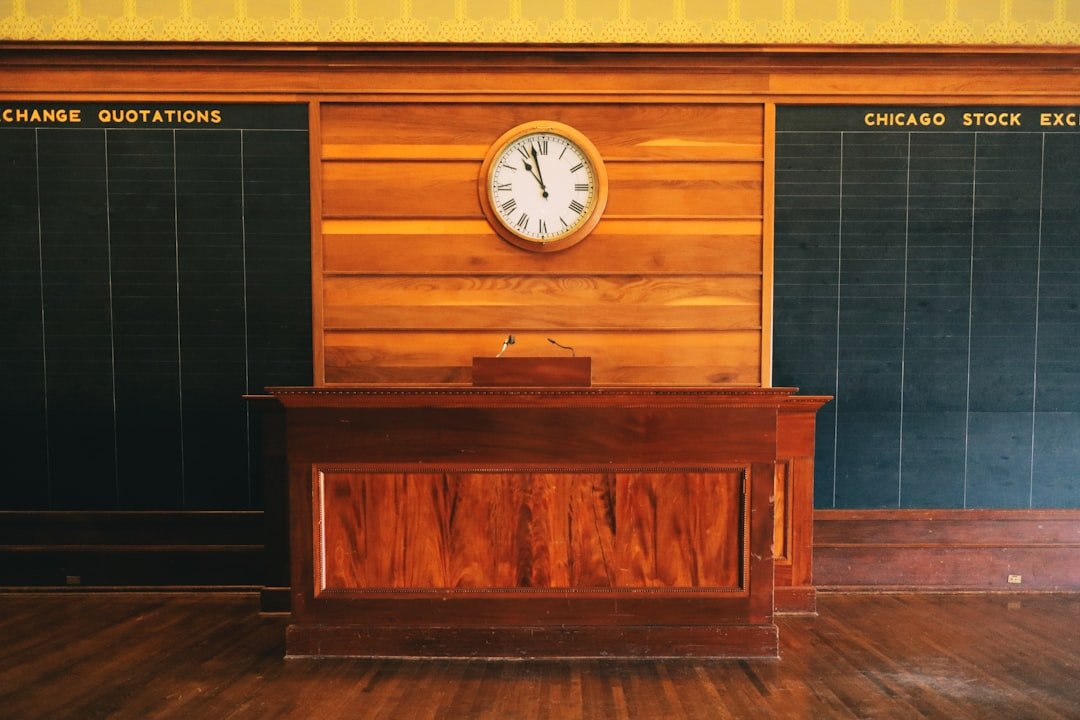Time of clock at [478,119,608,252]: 10:57
